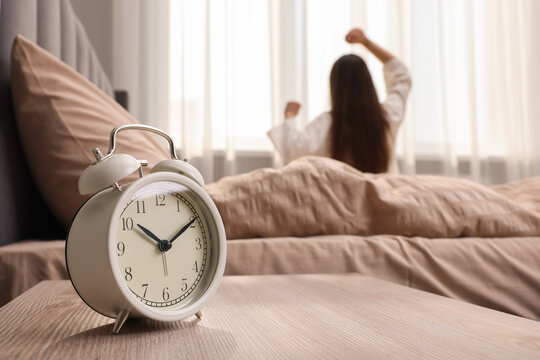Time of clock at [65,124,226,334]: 10:10
